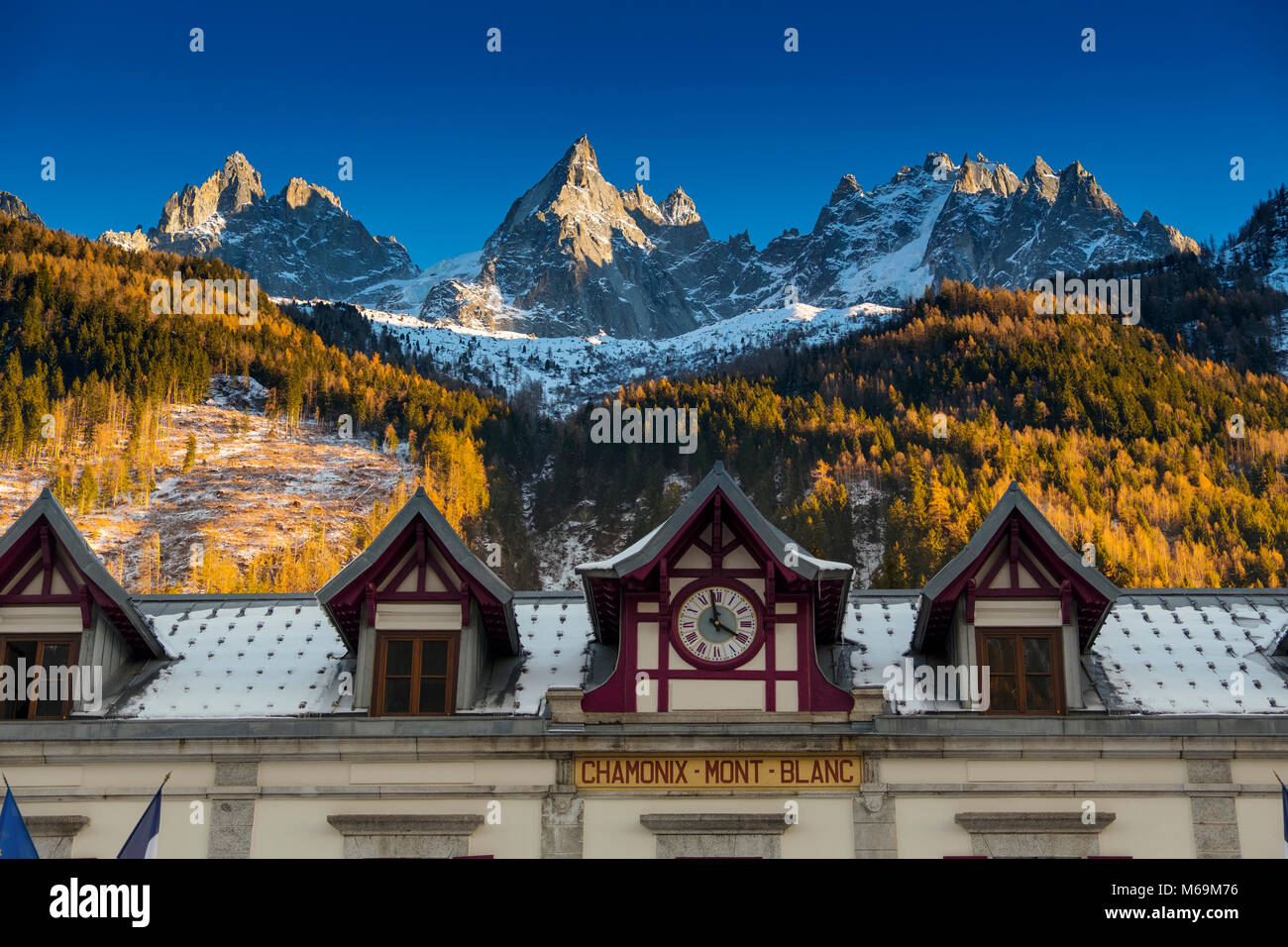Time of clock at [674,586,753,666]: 3:58
